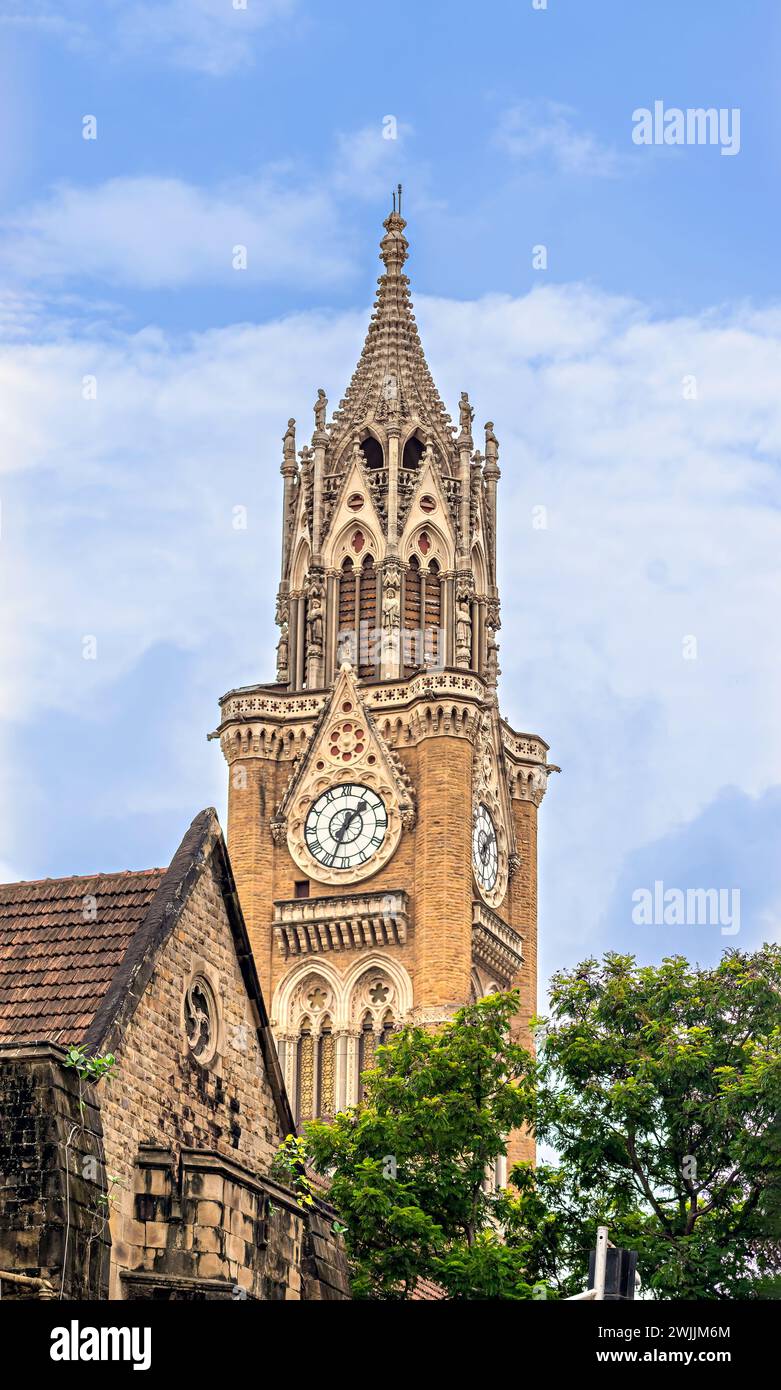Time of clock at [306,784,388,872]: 1:33
